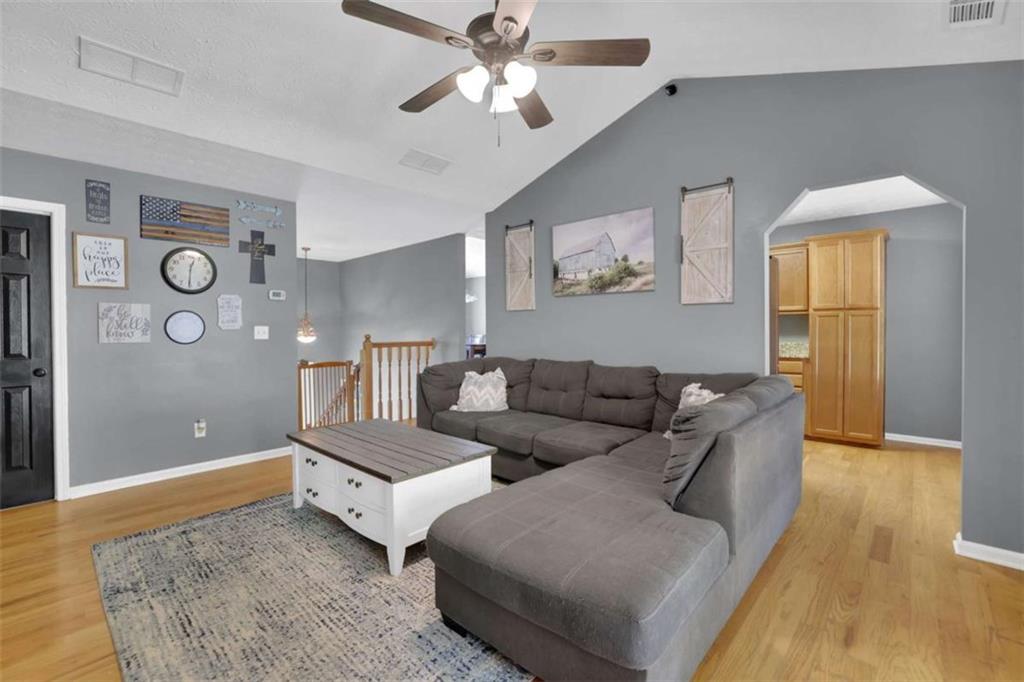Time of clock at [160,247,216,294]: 12:30
